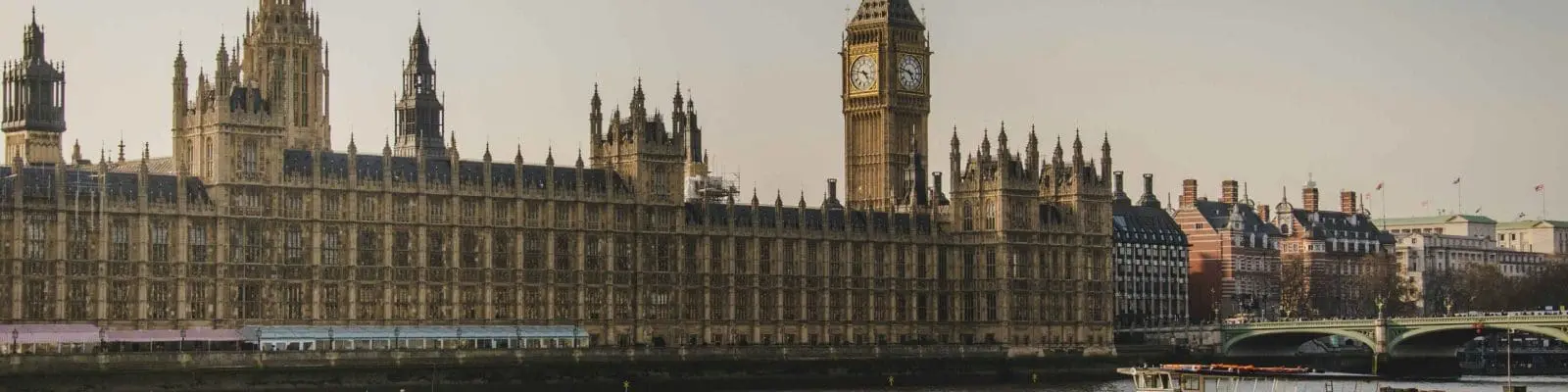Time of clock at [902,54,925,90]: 4:47
